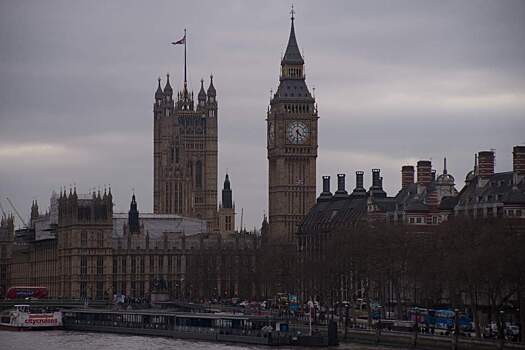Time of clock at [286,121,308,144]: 4:31
